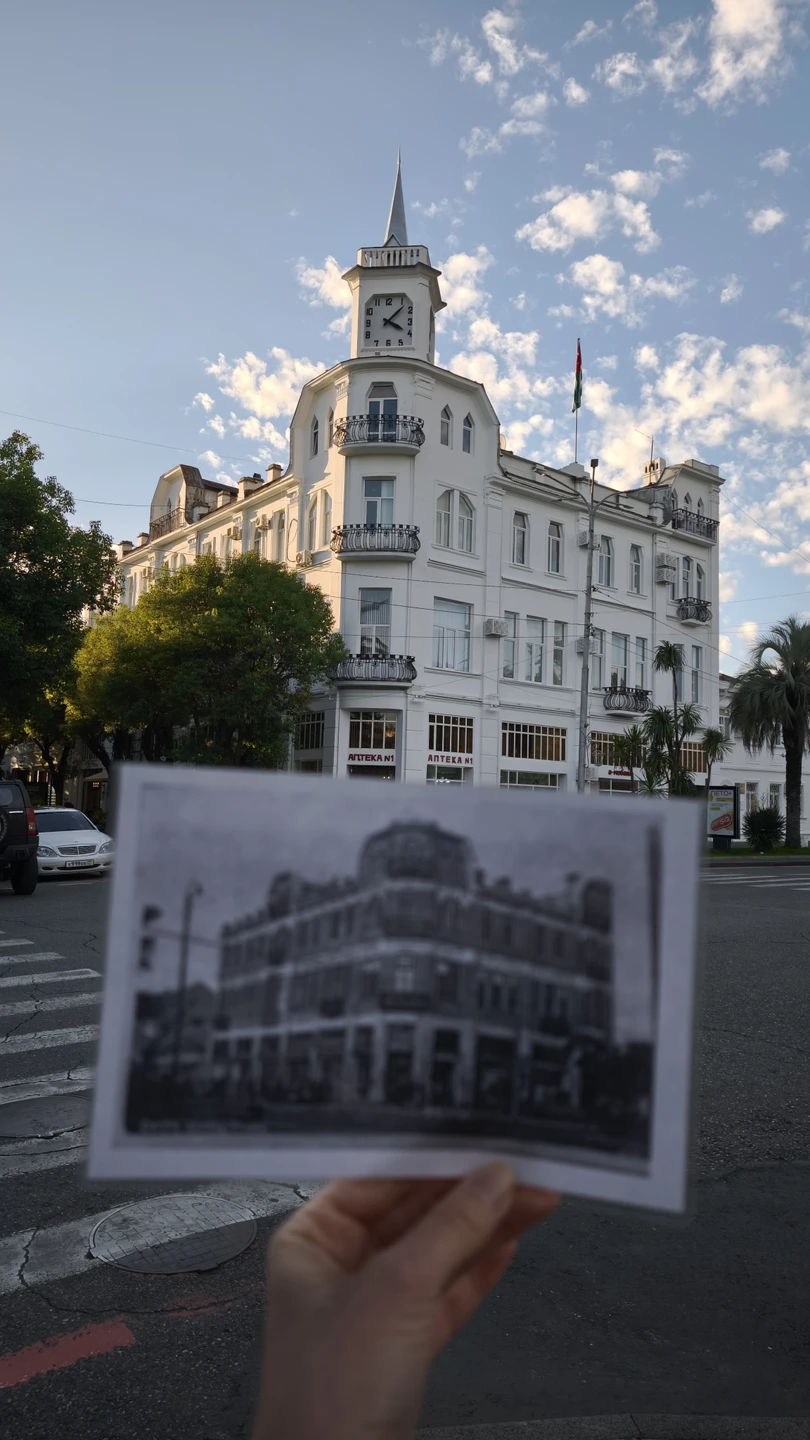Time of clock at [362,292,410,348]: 4:07
